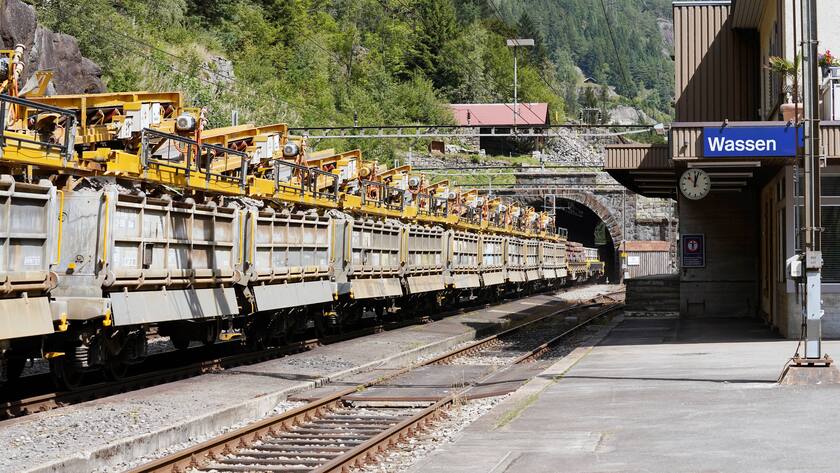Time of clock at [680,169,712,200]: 12:02
